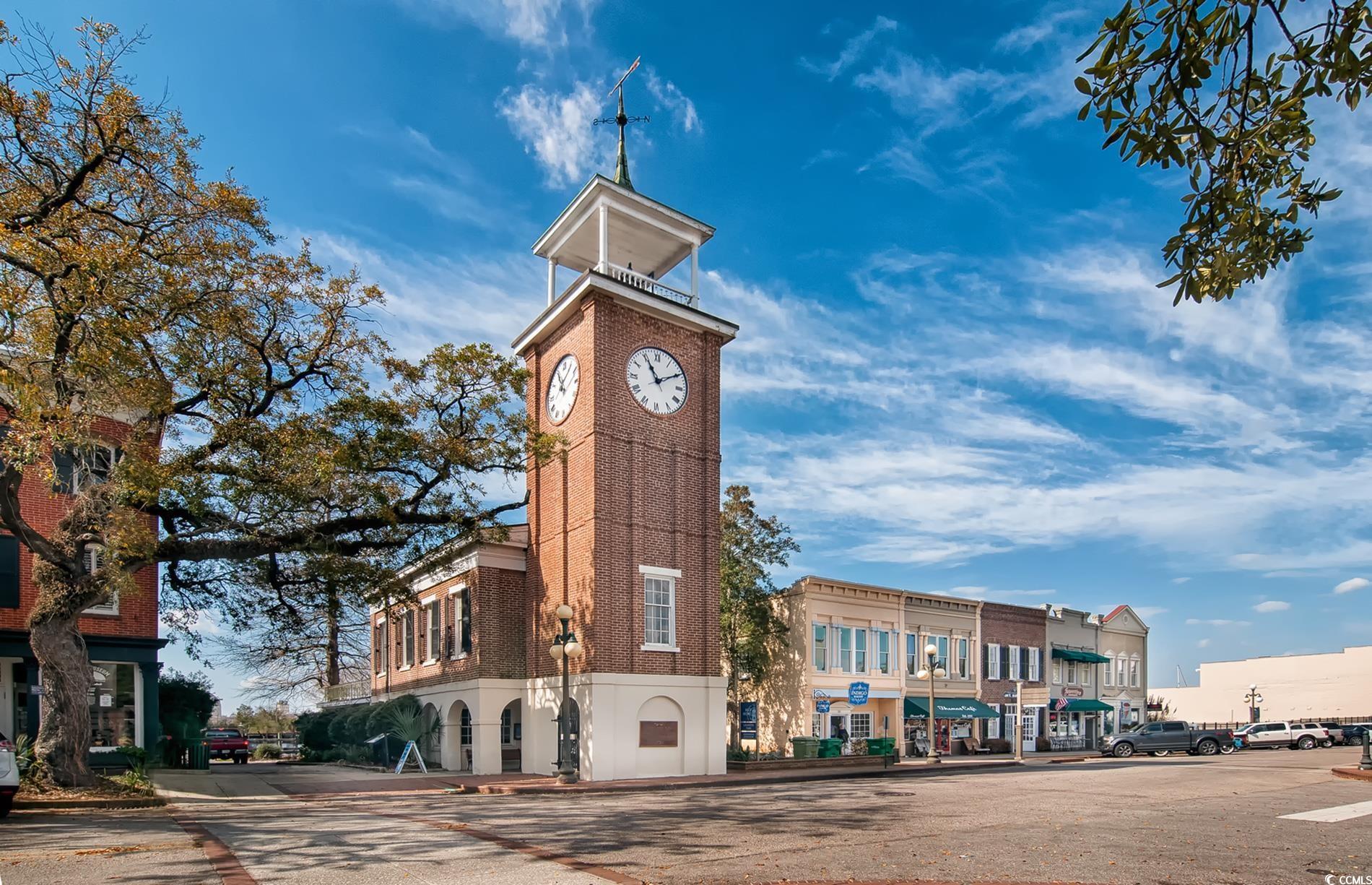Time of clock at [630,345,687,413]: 11:09
